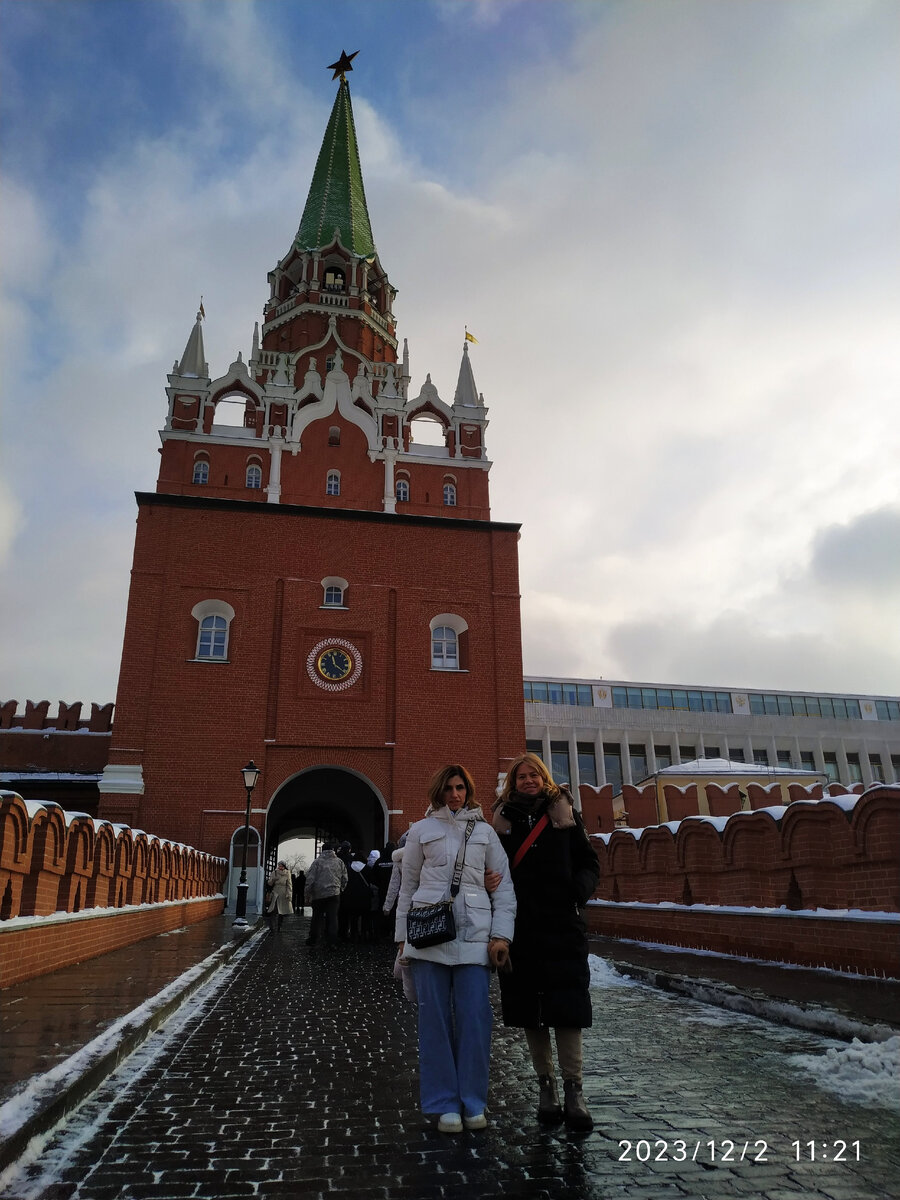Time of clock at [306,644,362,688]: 11:21
